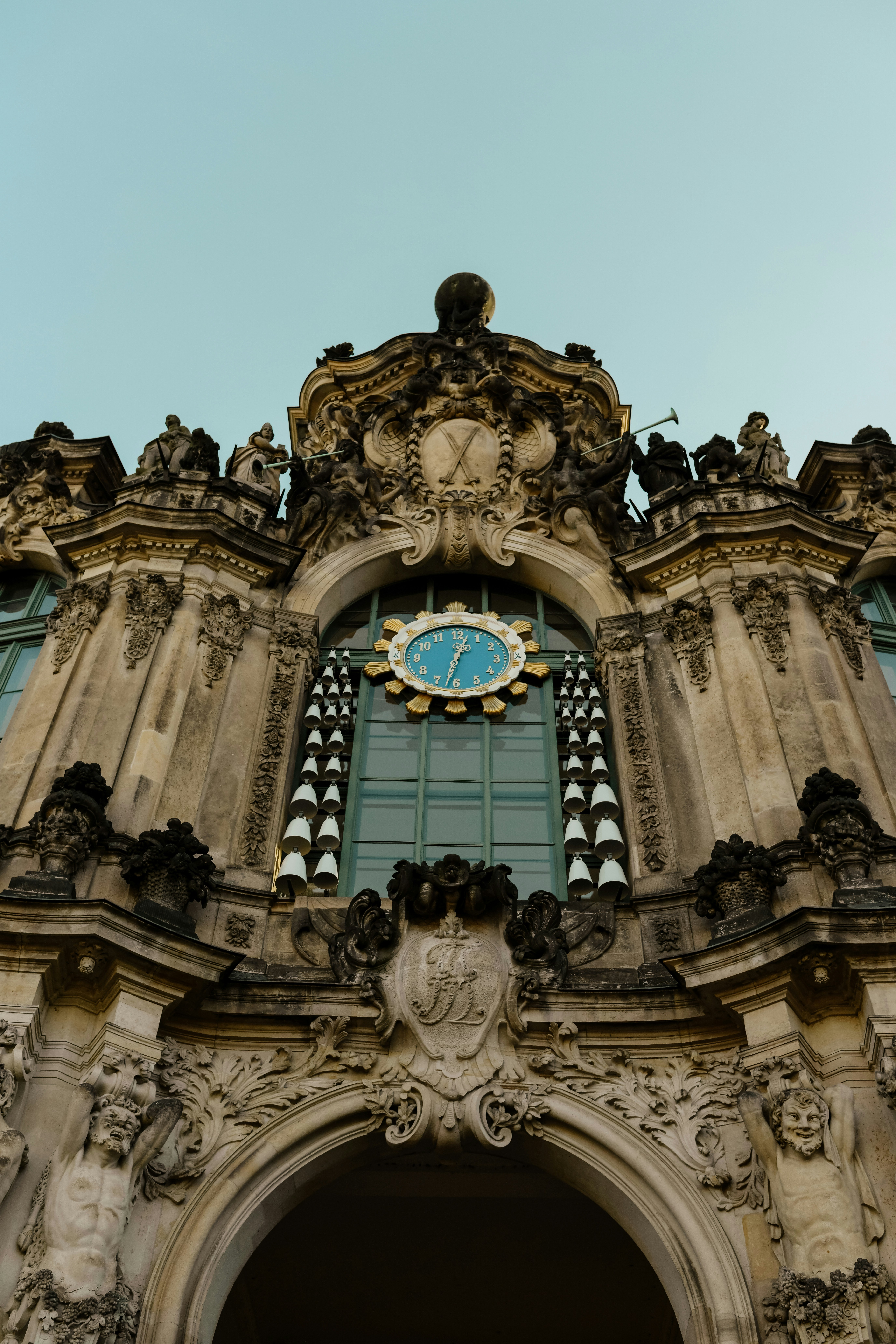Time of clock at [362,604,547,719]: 12:32
